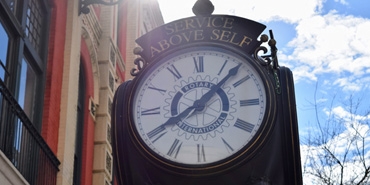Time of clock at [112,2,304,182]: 8:07
